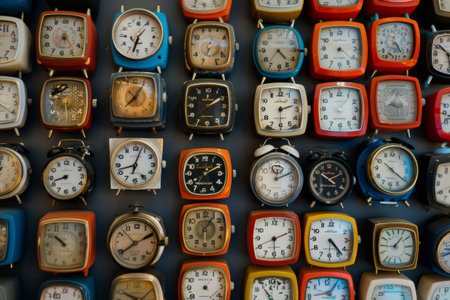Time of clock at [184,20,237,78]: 6:34
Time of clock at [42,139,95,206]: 8:42
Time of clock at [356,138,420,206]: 10:20
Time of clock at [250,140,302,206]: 12:11
